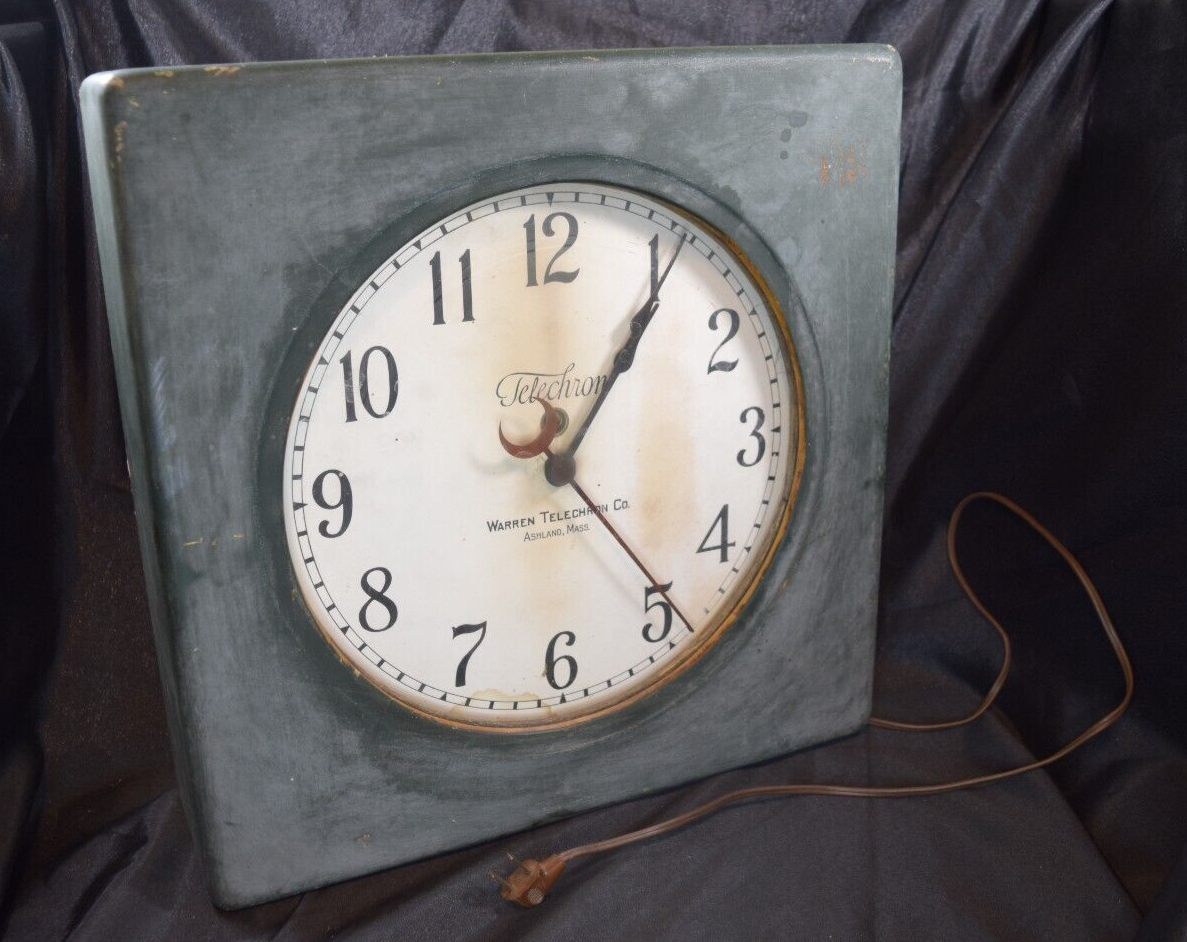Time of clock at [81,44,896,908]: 1:05
